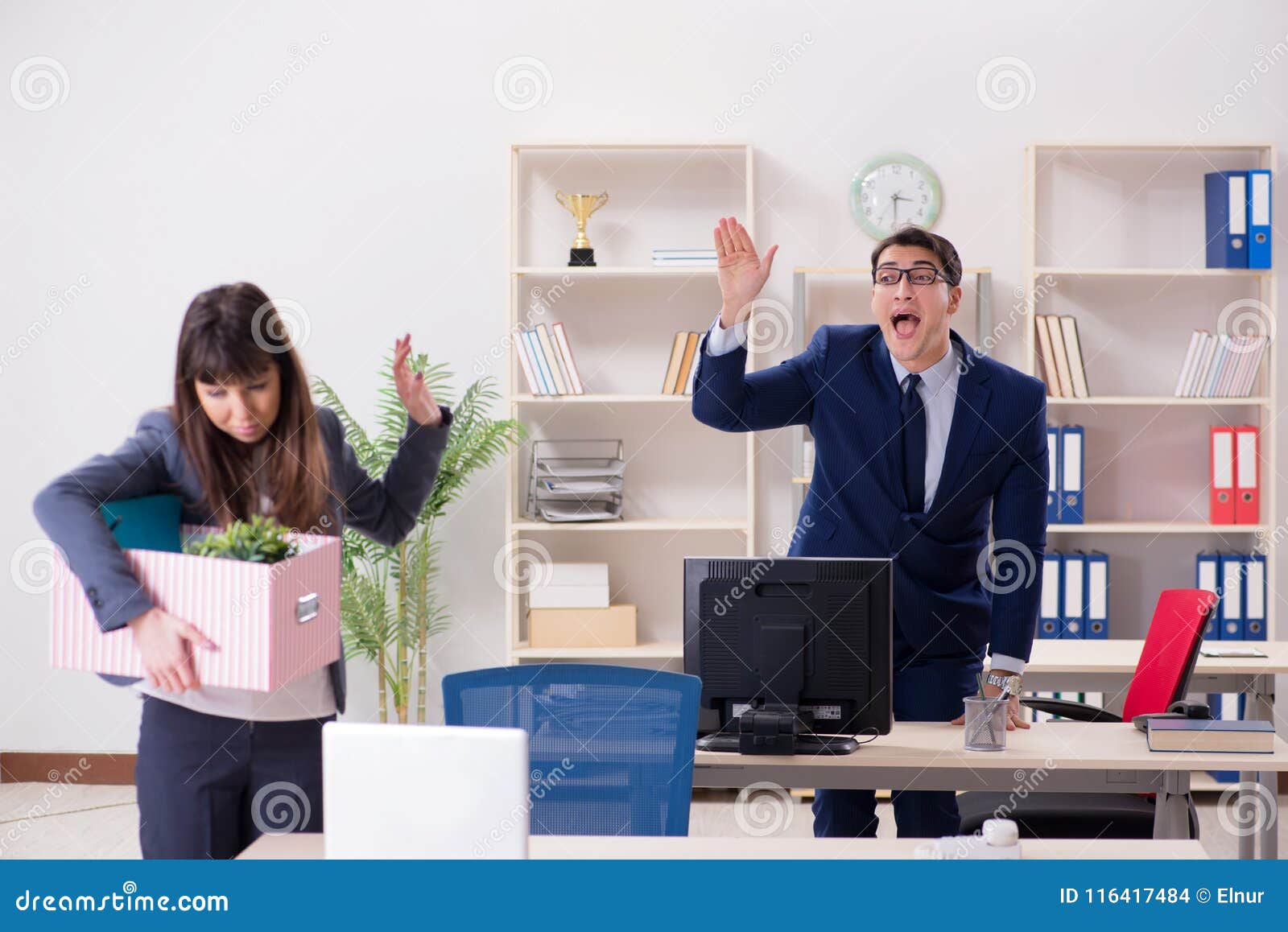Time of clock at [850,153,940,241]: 3:29
